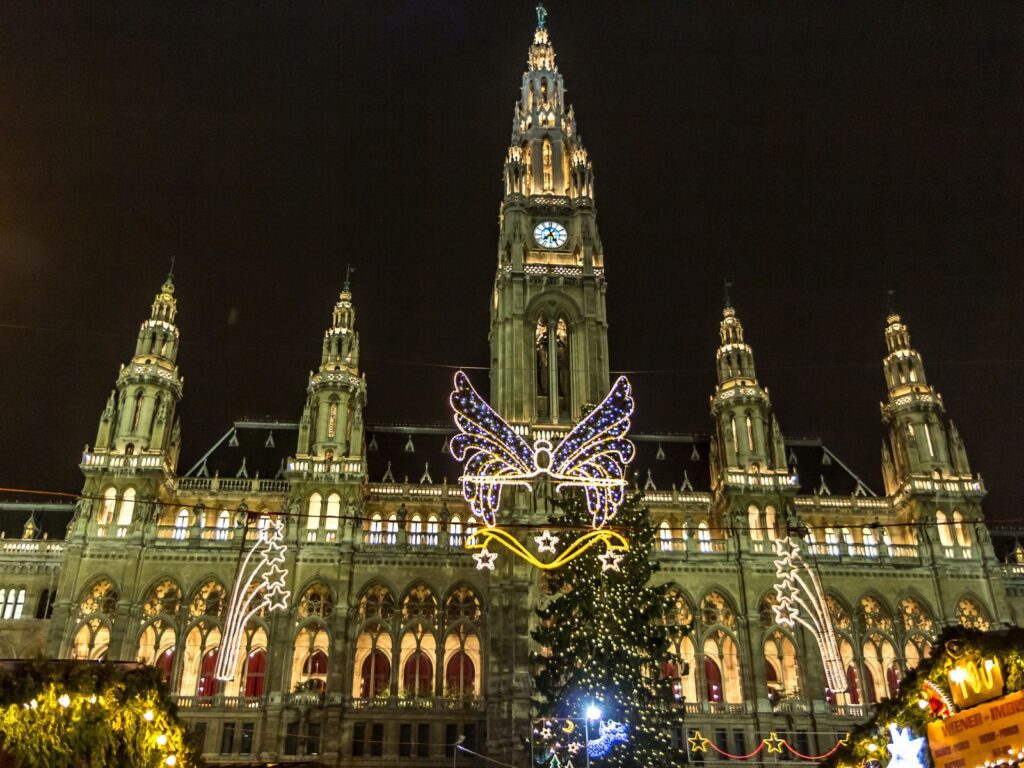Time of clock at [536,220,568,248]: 7:25
